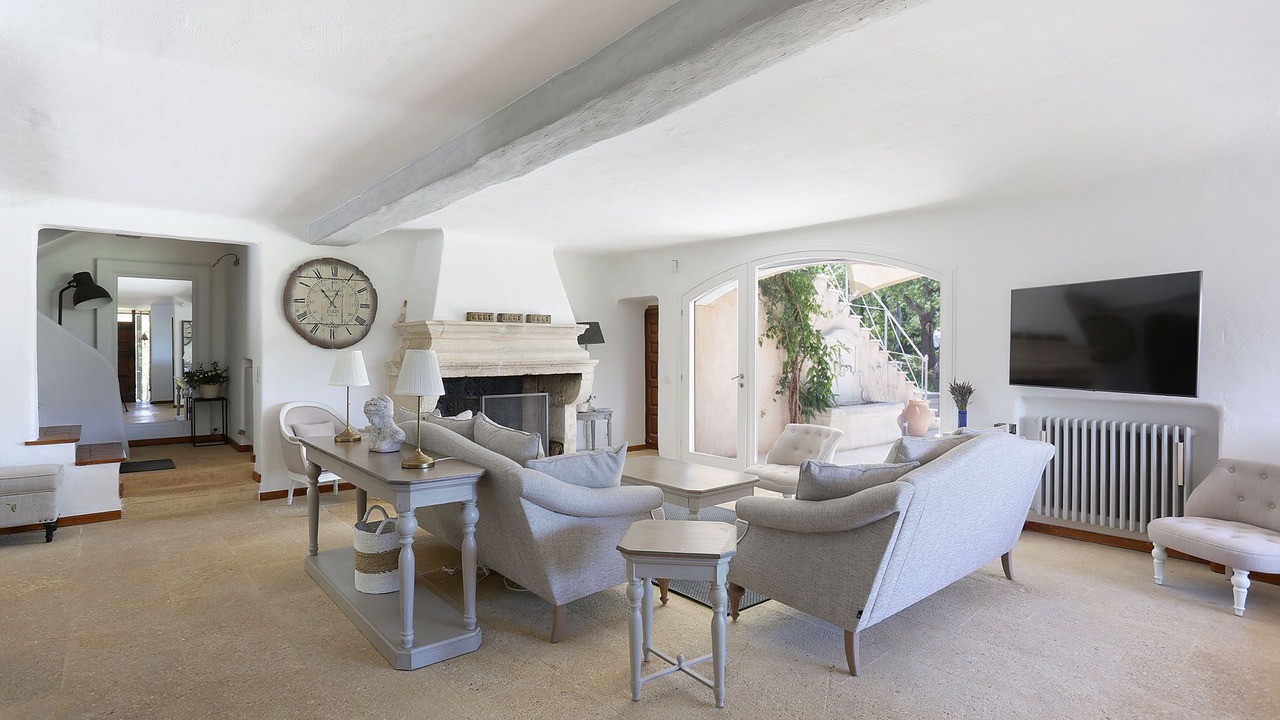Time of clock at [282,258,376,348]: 12:53
